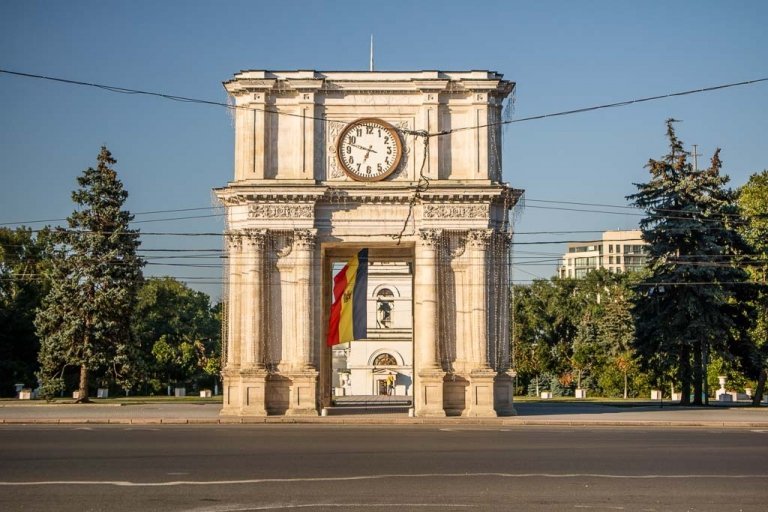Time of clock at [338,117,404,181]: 6:47
